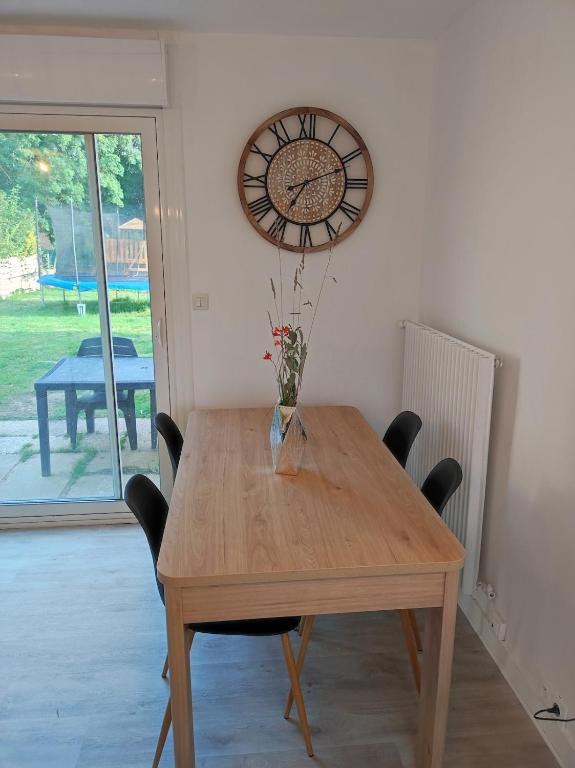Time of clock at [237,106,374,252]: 7:11
